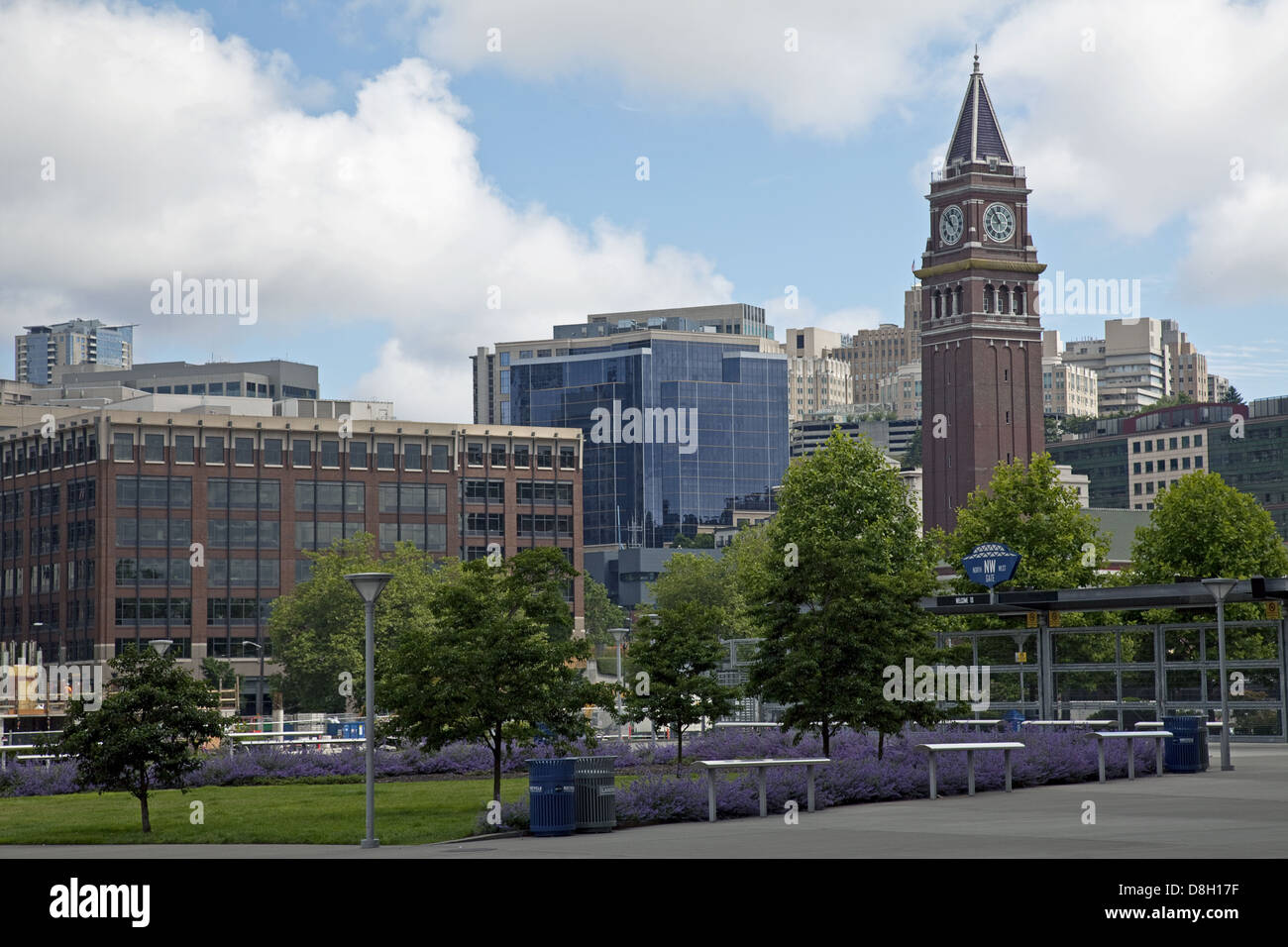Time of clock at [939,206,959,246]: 10:51
